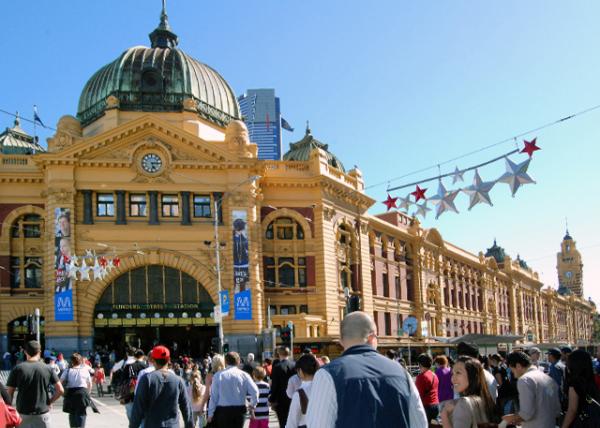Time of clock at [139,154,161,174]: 5:14
